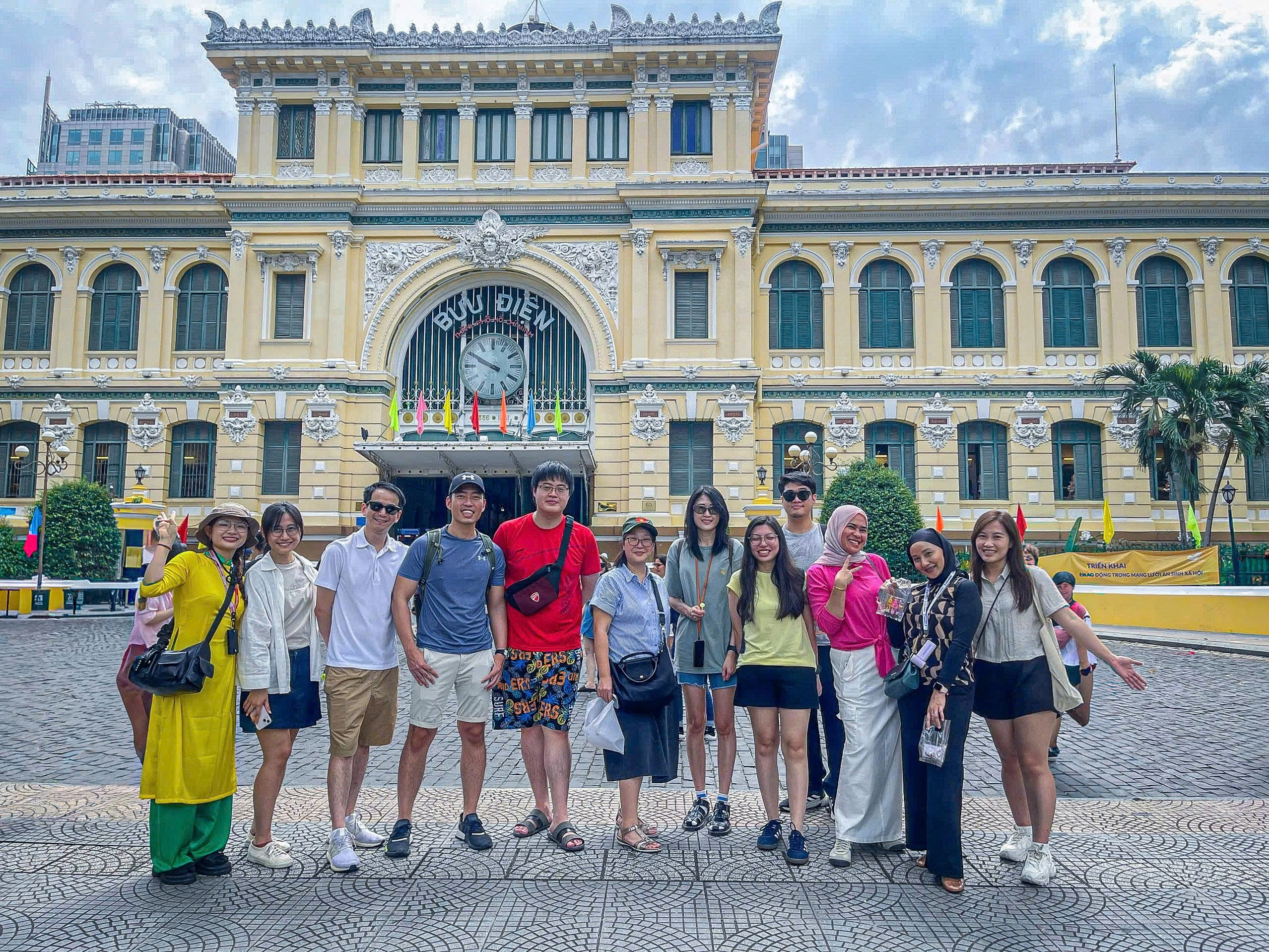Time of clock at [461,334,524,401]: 9:49
